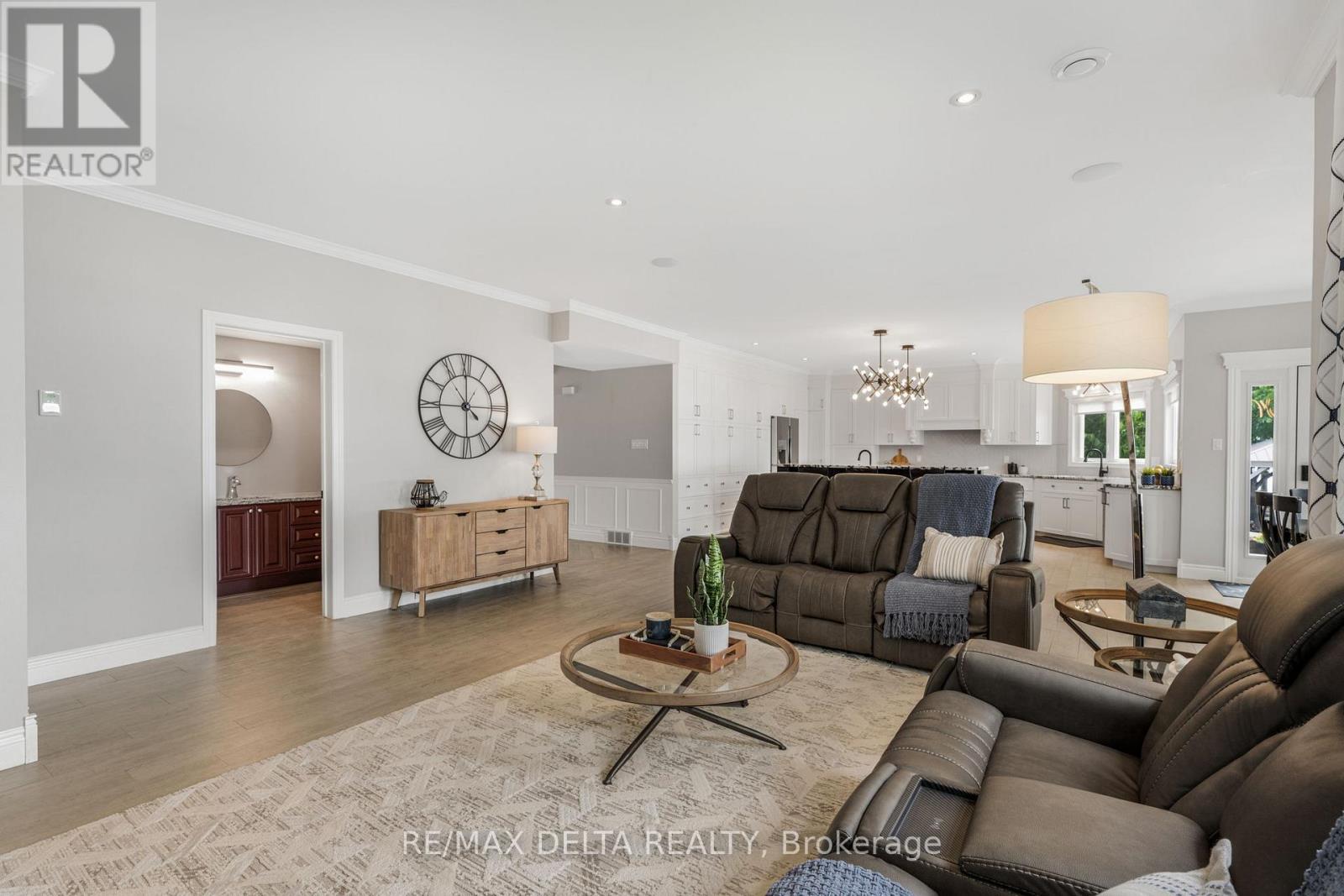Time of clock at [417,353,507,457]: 8:59
